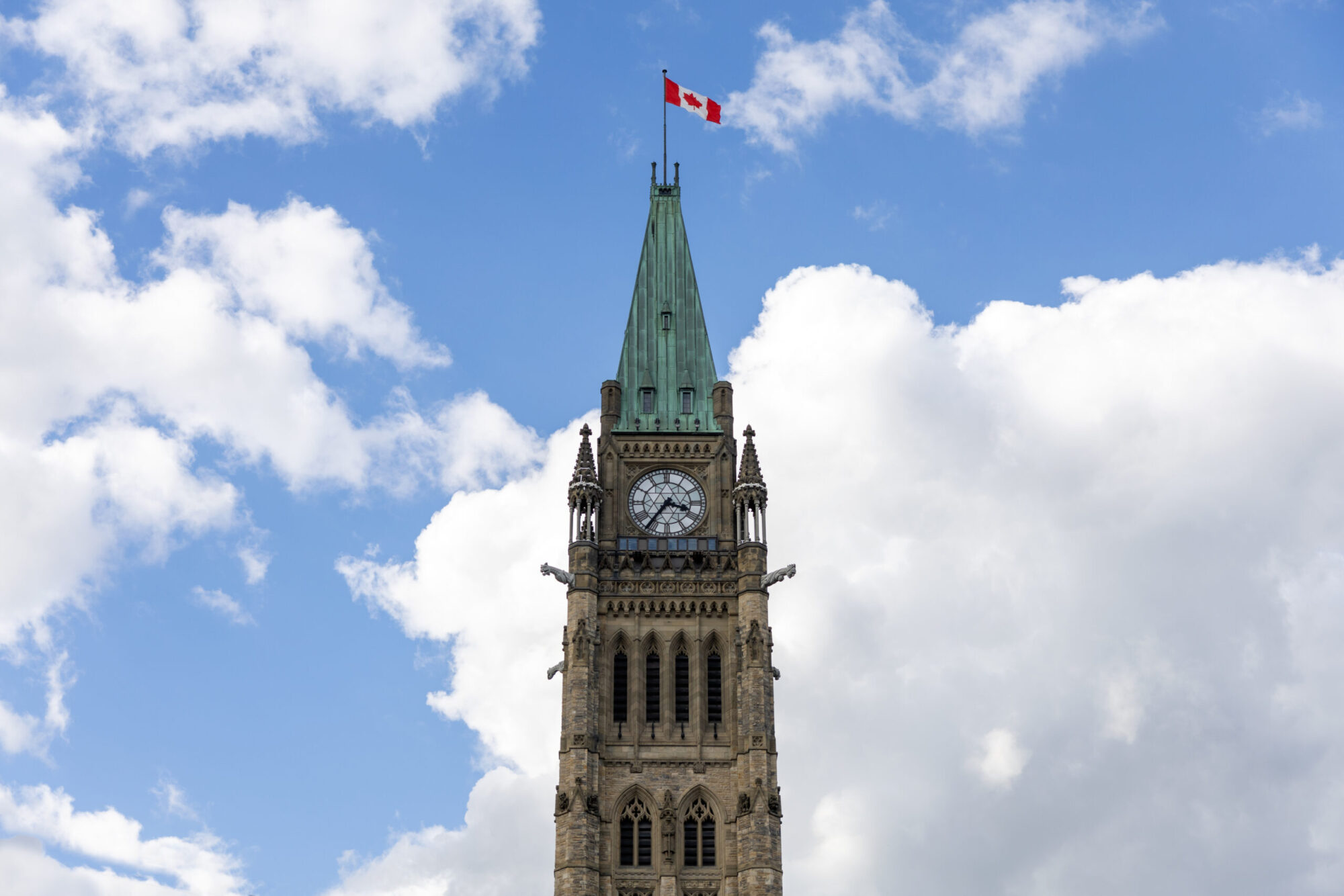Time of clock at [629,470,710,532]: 3:36
